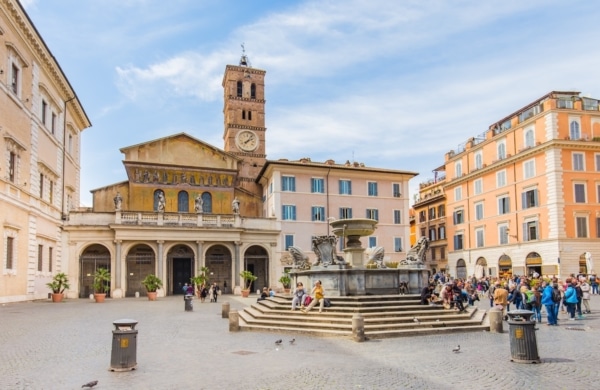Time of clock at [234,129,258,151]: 2:06
